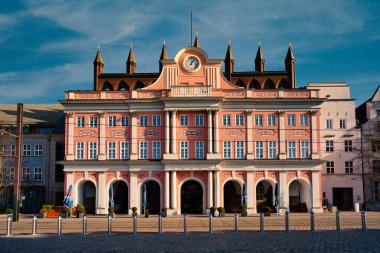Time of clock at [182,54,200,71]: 12:05
